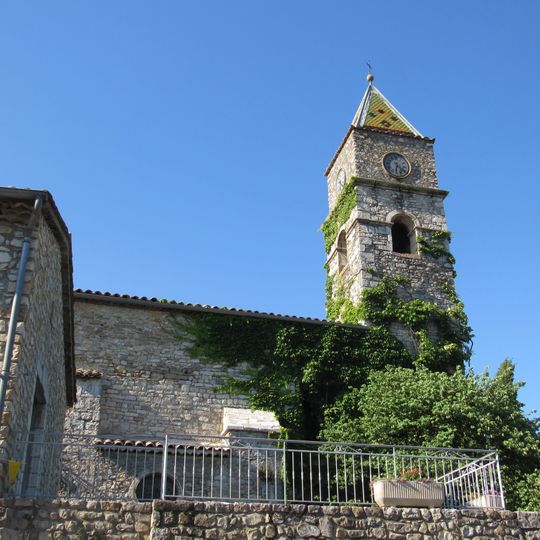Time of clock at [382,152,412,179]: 6:20
